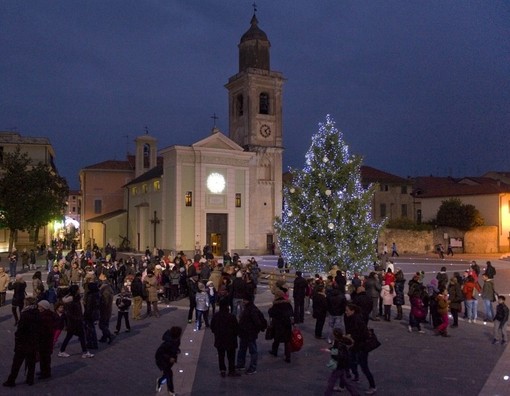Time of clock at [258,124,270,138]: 5:07
